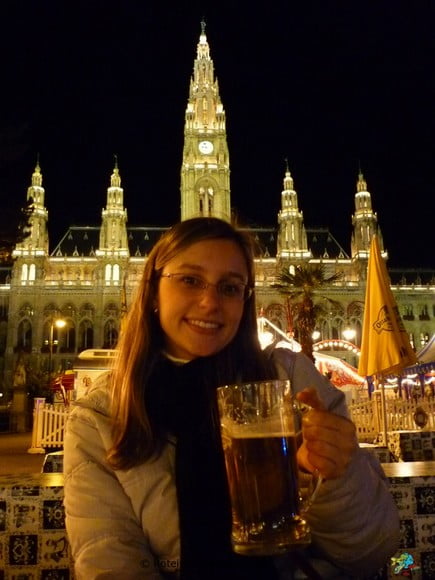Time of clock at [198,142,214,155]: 8:57
